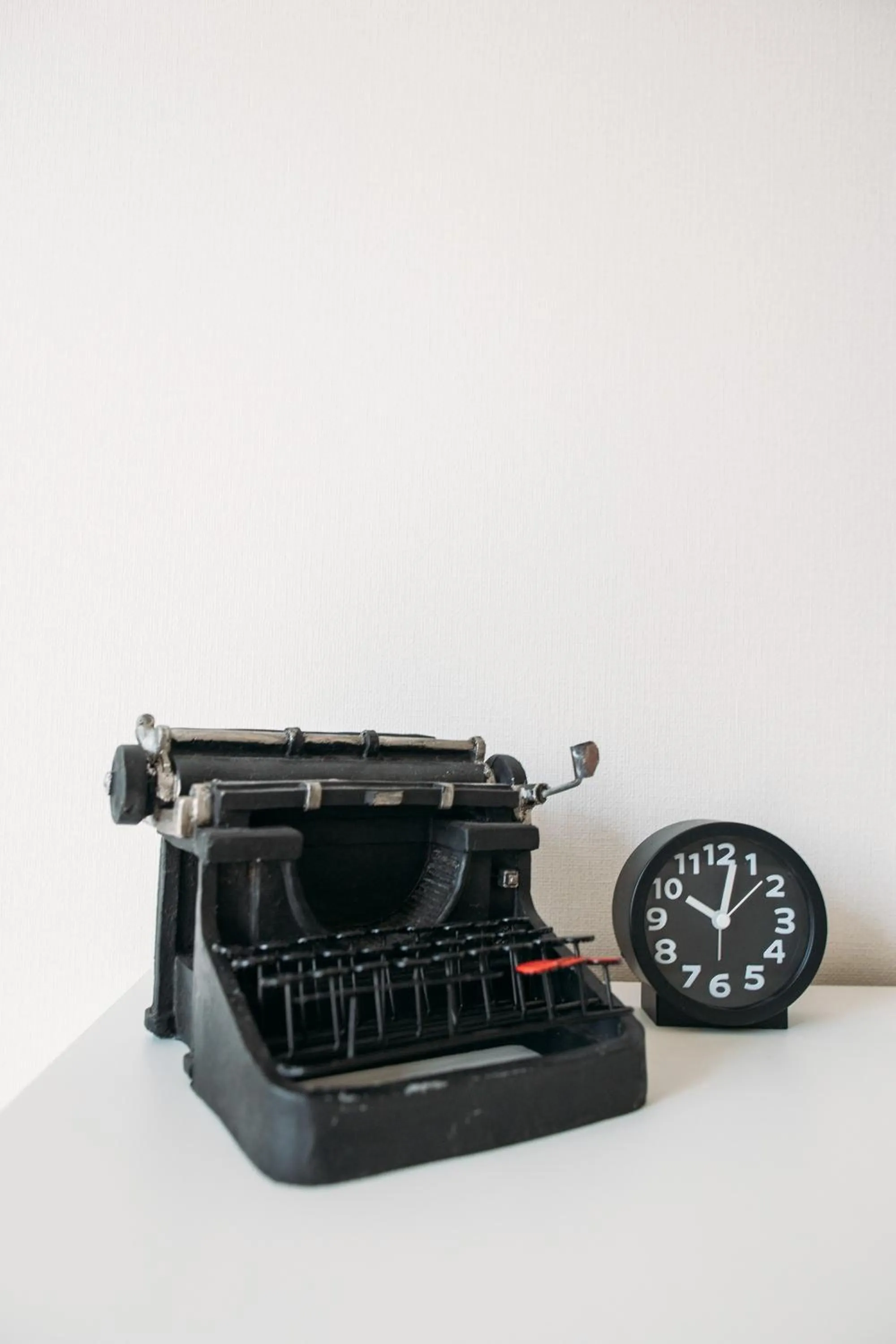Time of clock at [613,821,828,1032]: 10:02
